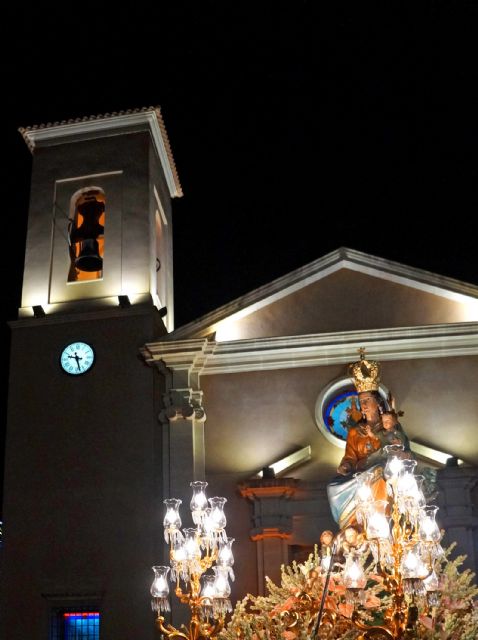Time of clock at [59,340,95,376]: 9:27
